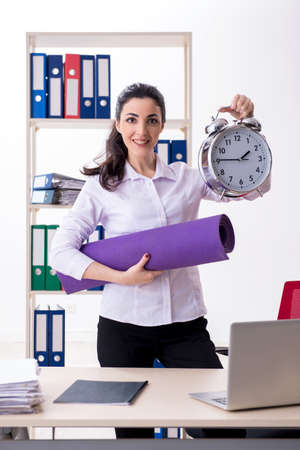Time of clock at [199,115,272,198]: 1:45
